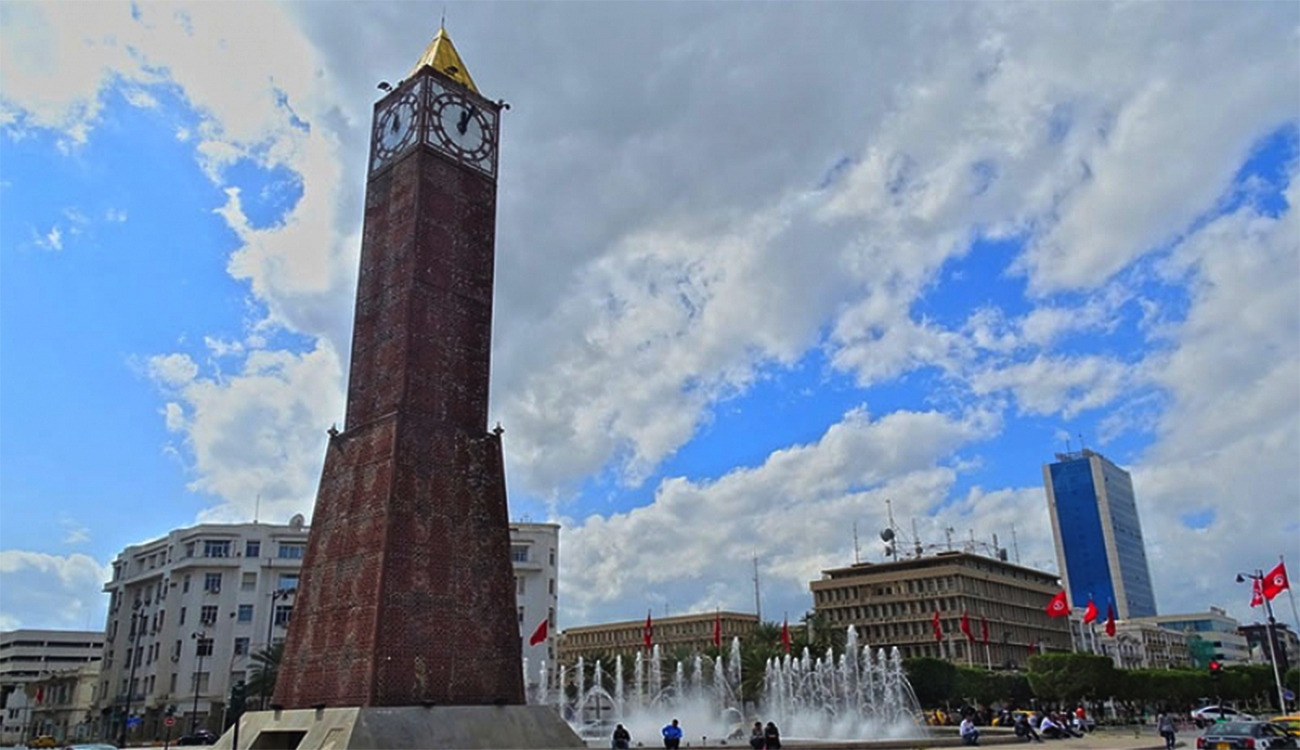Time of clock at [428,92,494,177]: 12:03
